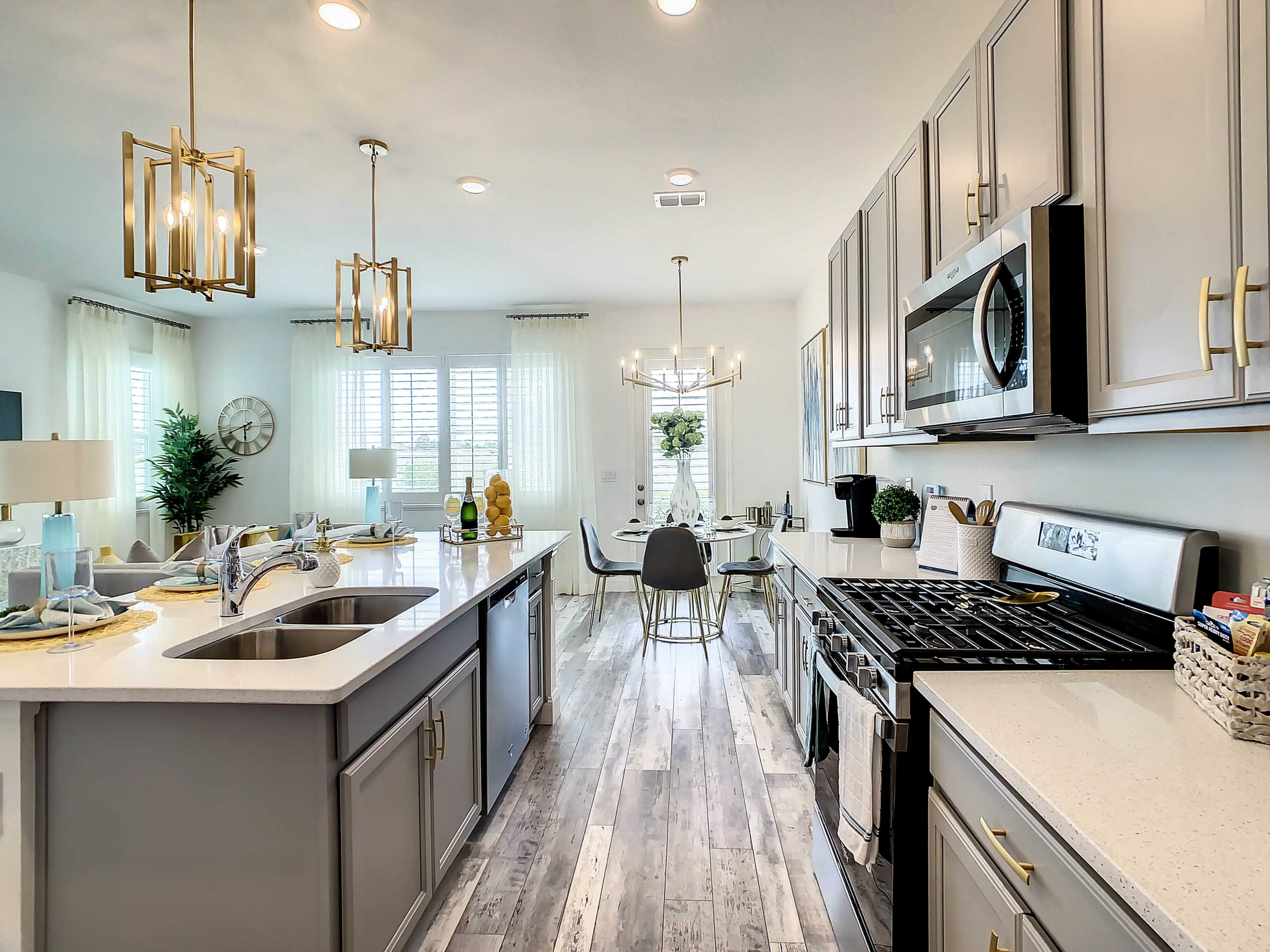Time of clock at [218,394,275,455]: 5:41
